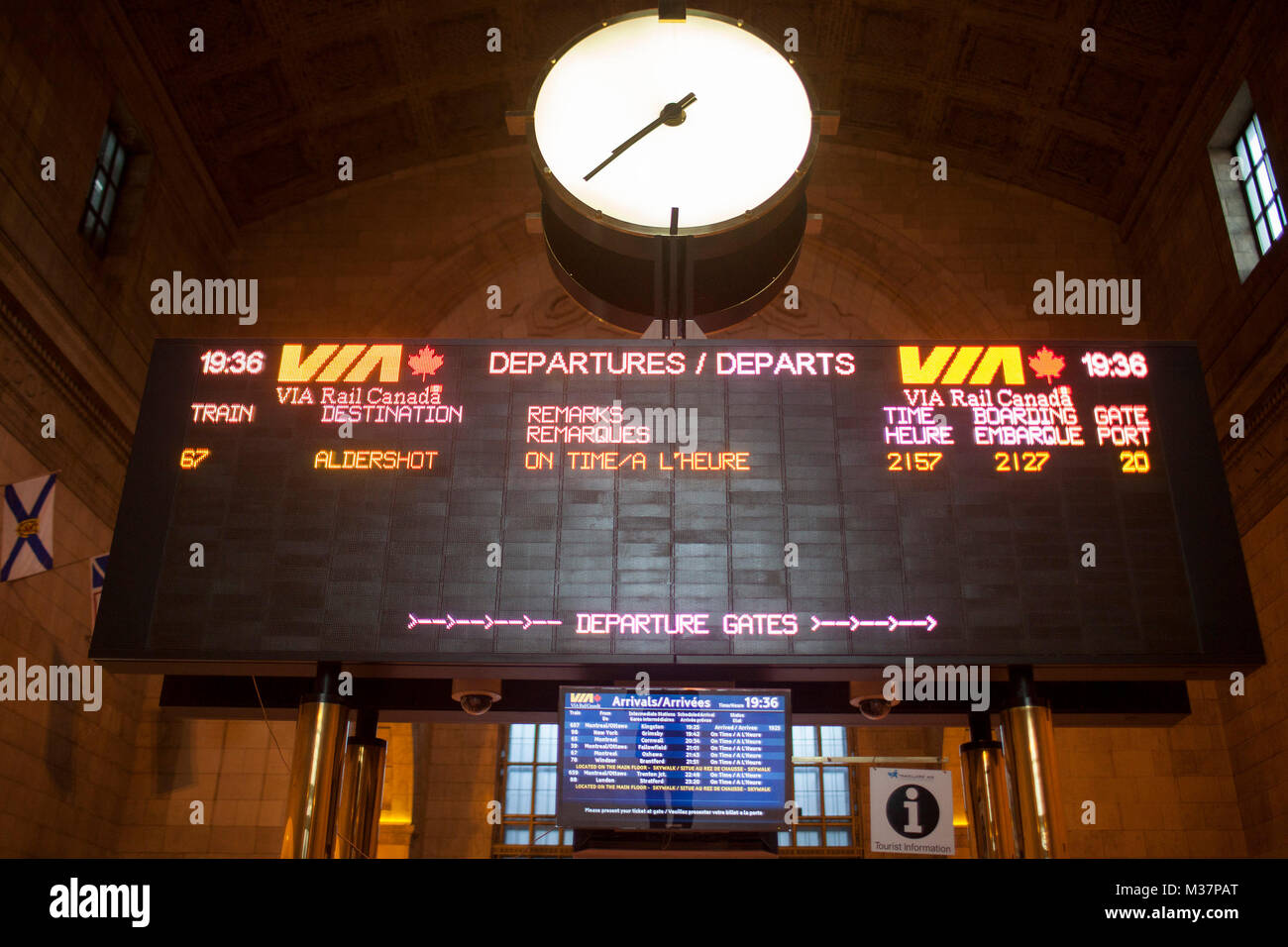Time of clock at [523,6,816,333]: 7:37
